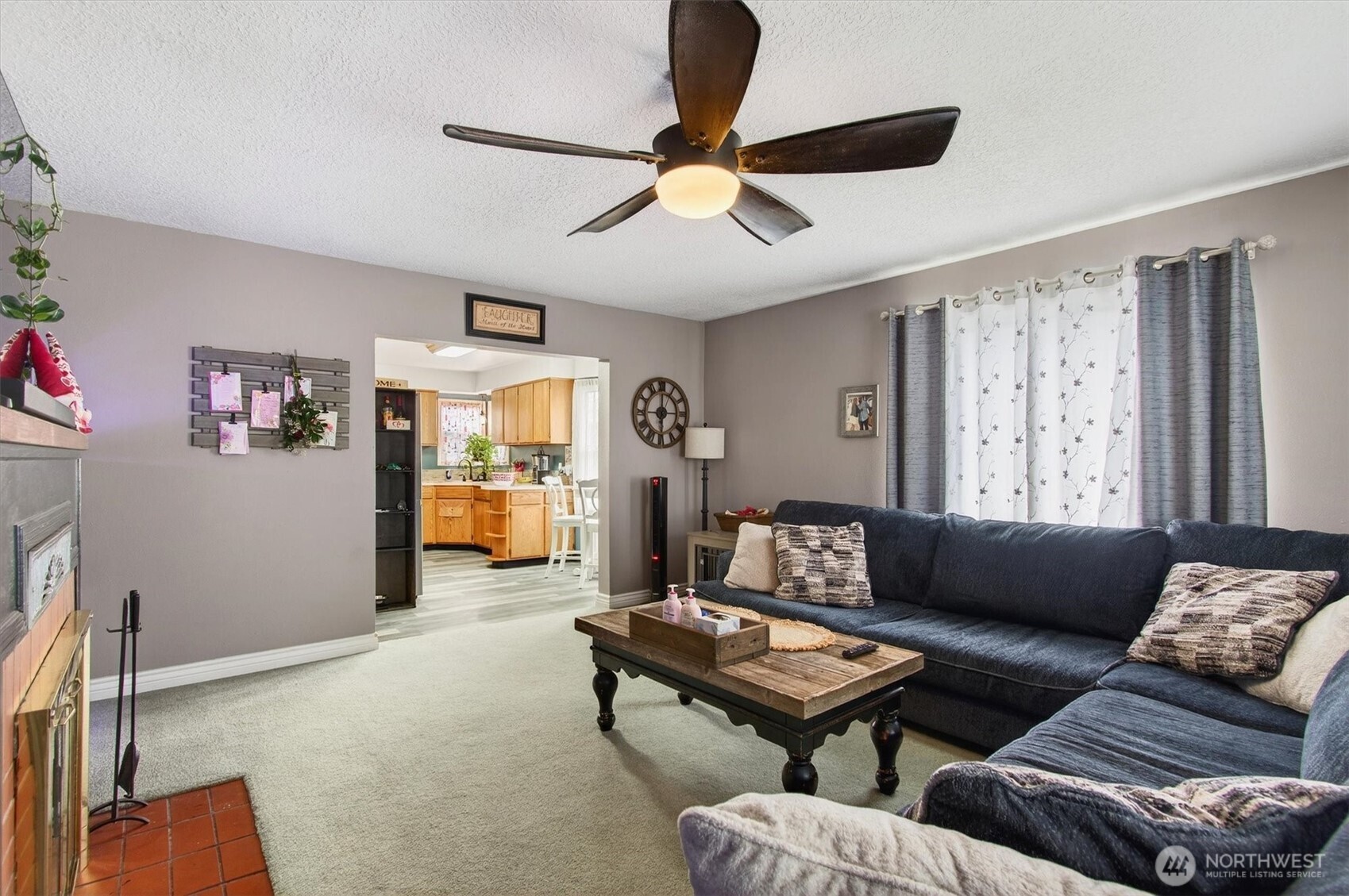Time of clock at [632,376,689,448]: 5:59
